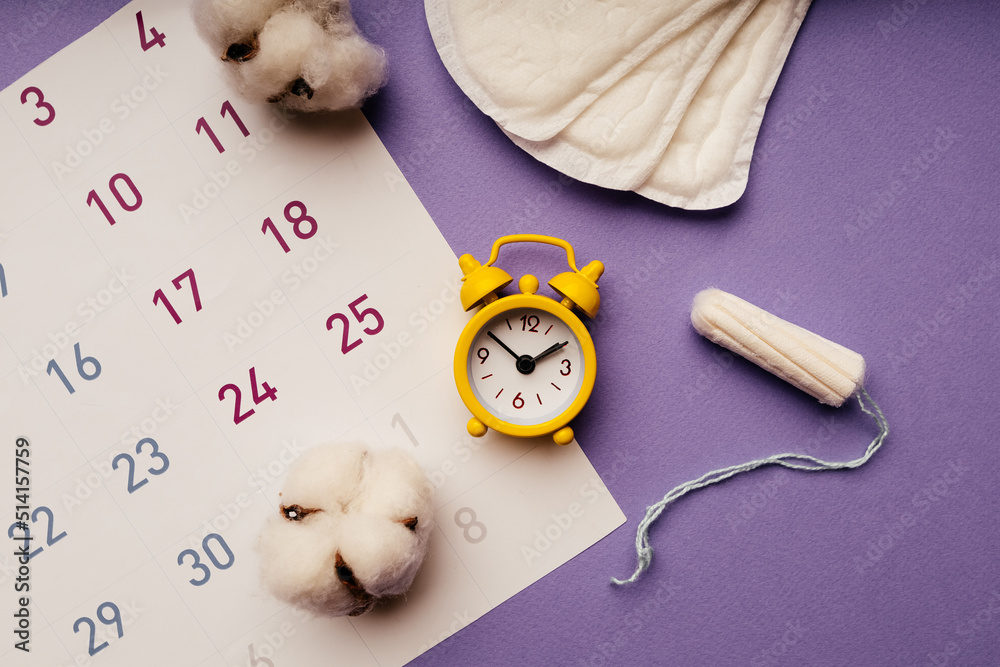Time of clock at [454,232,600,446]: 1:50
